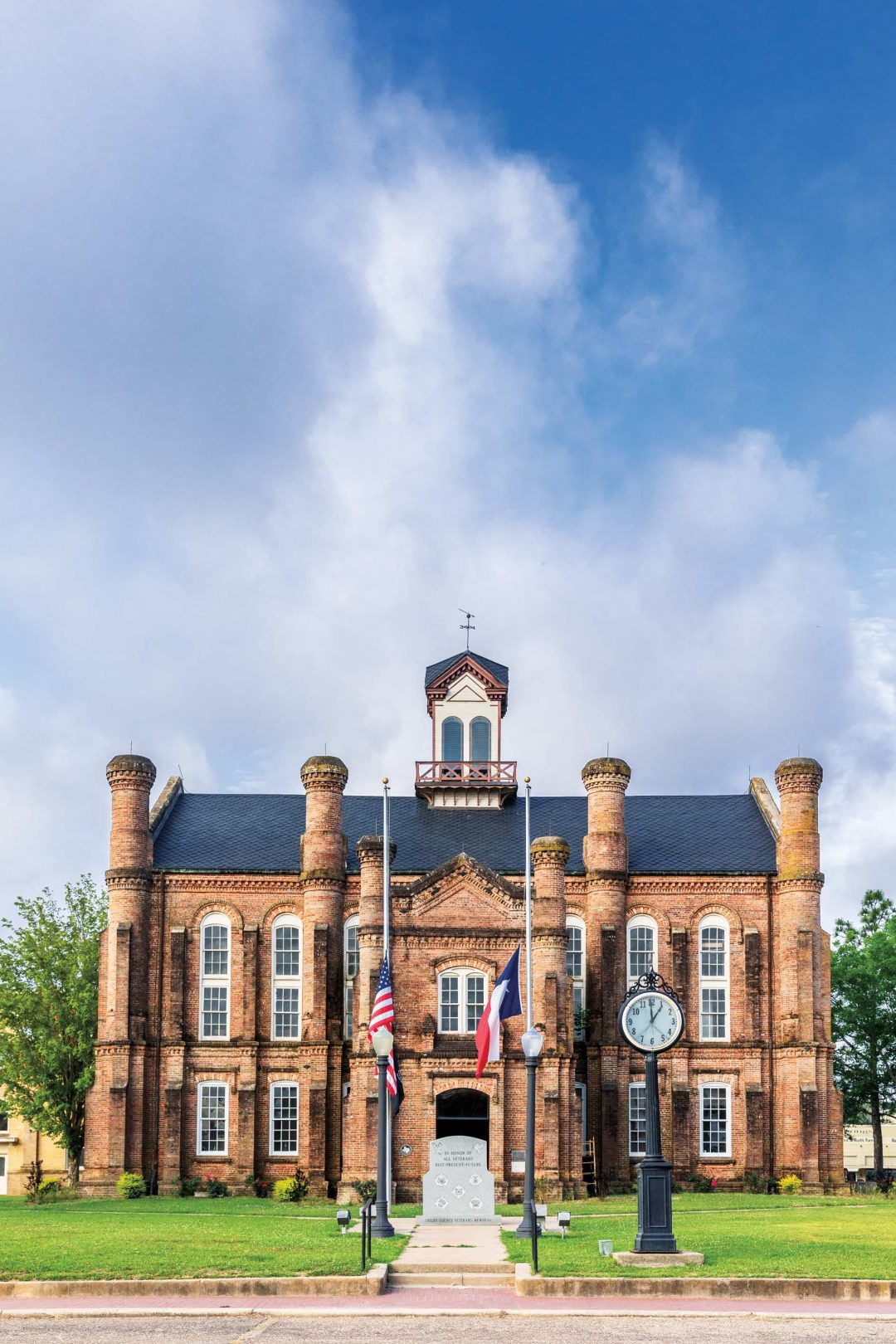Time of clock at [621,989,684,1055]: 12:59
